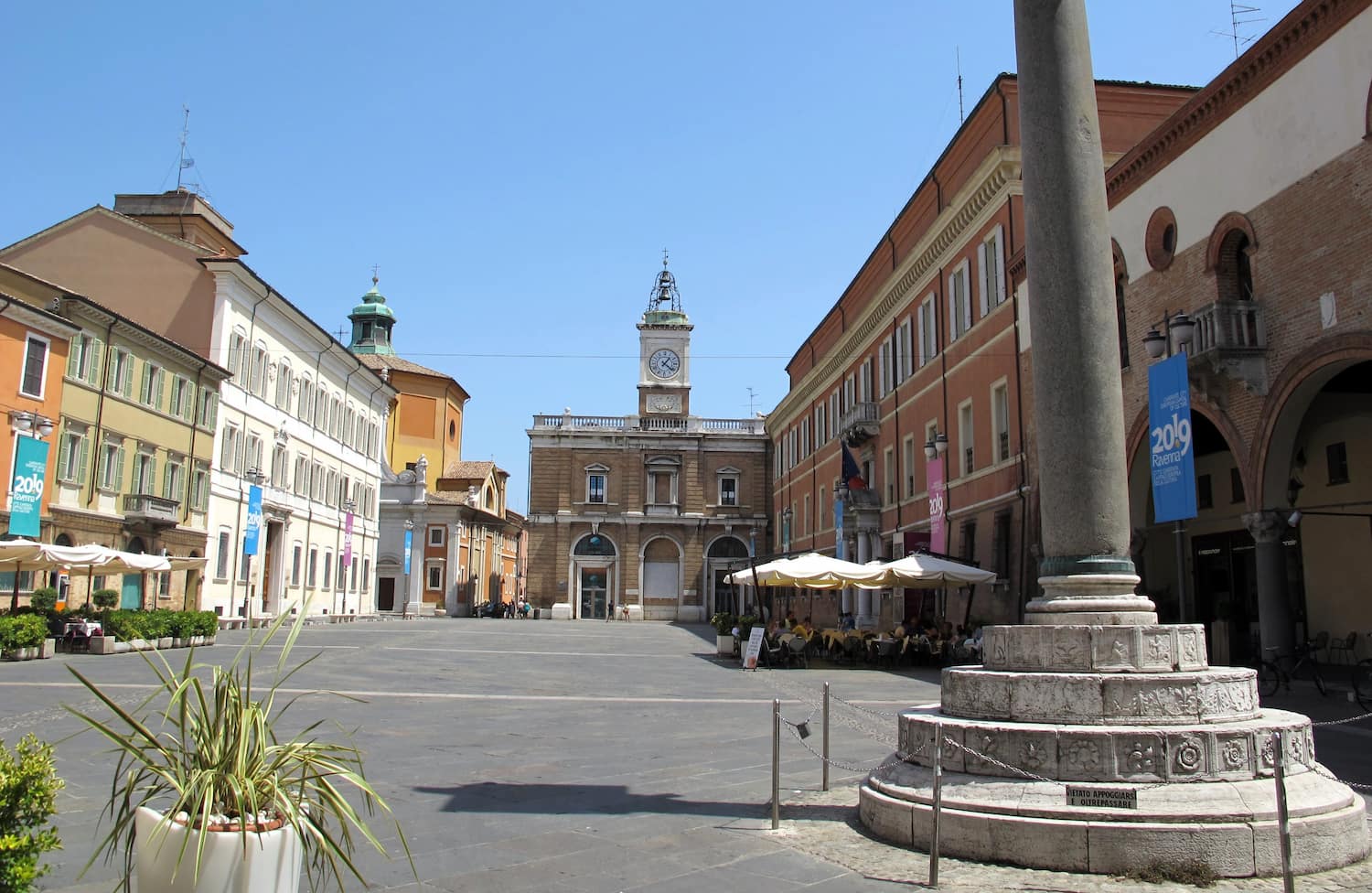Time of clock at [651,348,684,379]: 1:21
